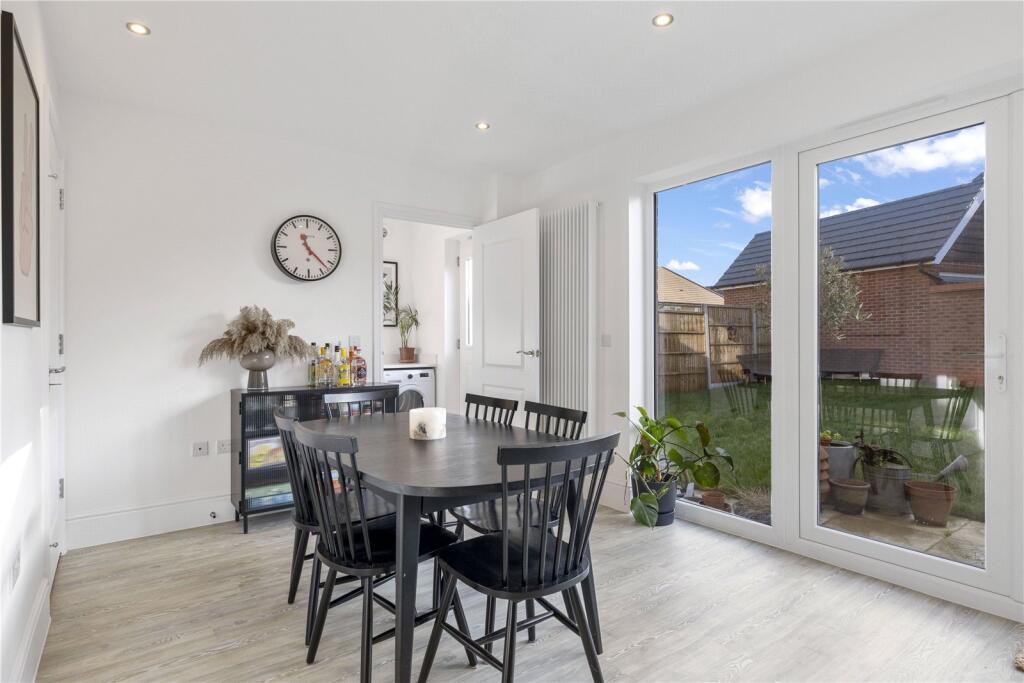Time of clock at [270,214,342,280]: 11:22
